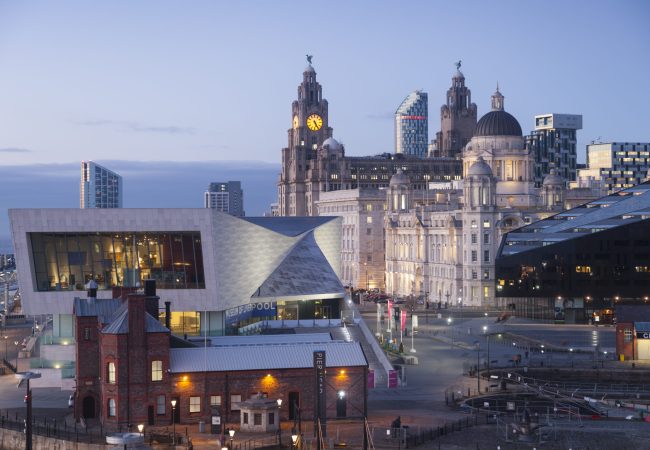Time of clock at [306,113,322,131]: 5:24
